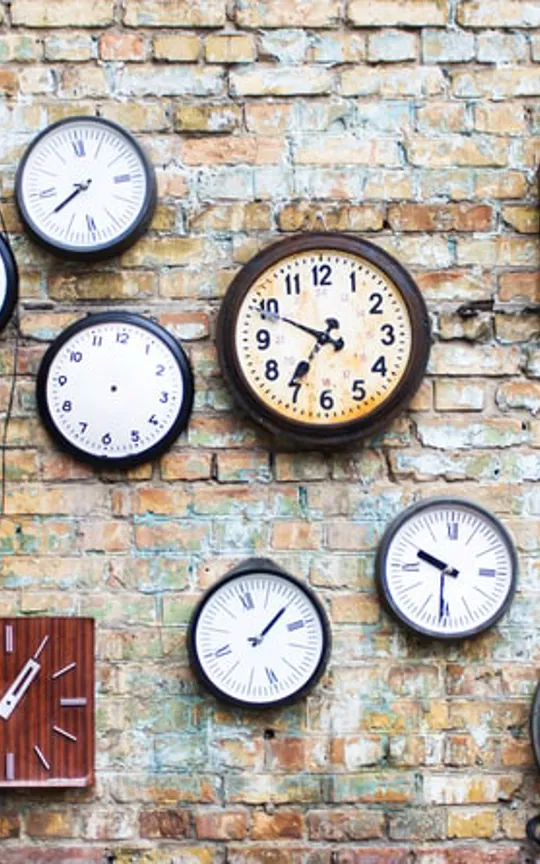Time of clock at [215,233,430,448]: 6:49
